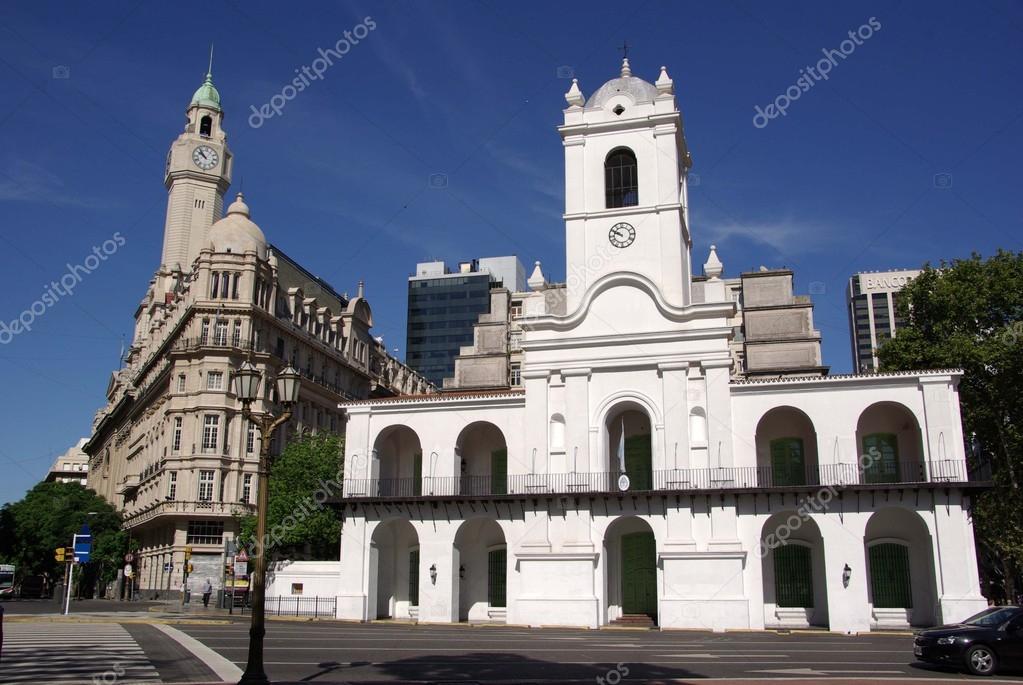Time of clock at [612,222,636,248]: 9:50
